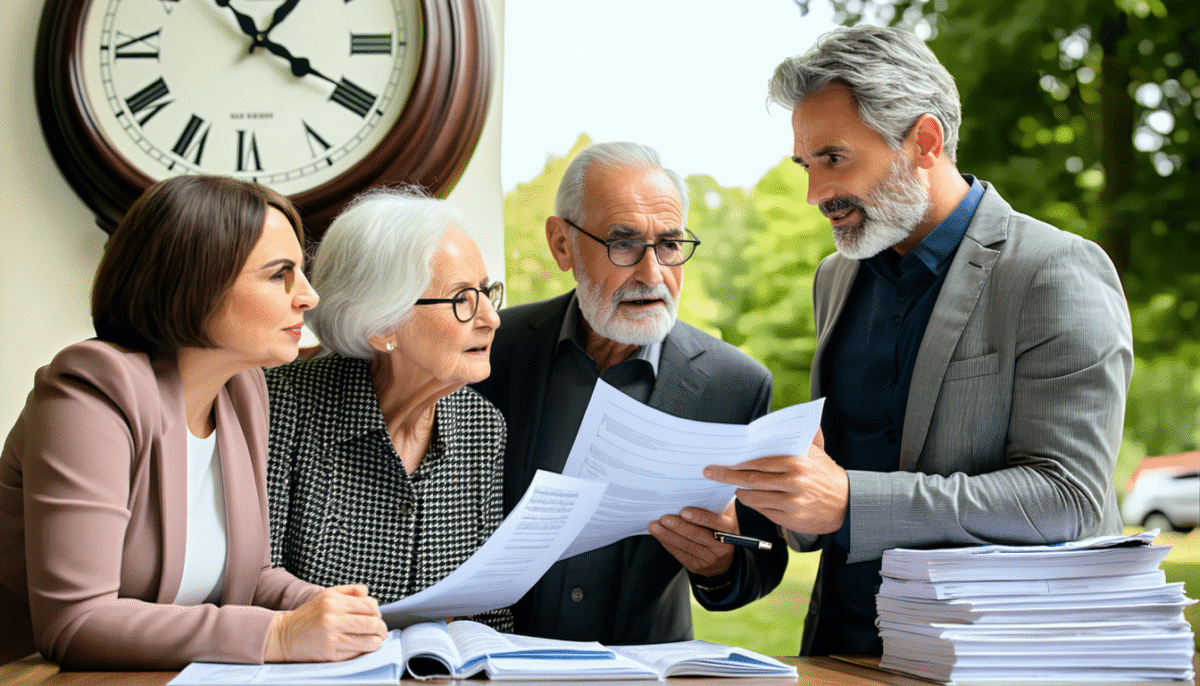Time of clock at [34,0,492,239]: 1:19
